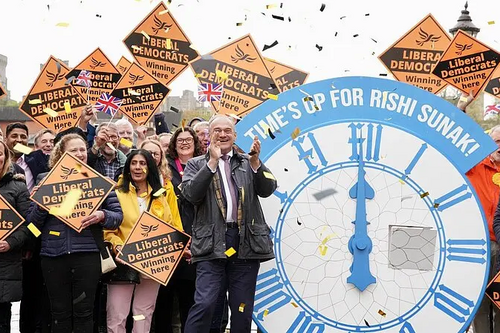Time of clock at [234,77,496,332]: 5:59
